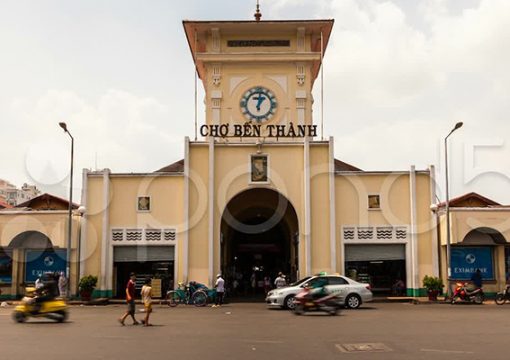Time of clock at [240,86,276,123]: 1:01
